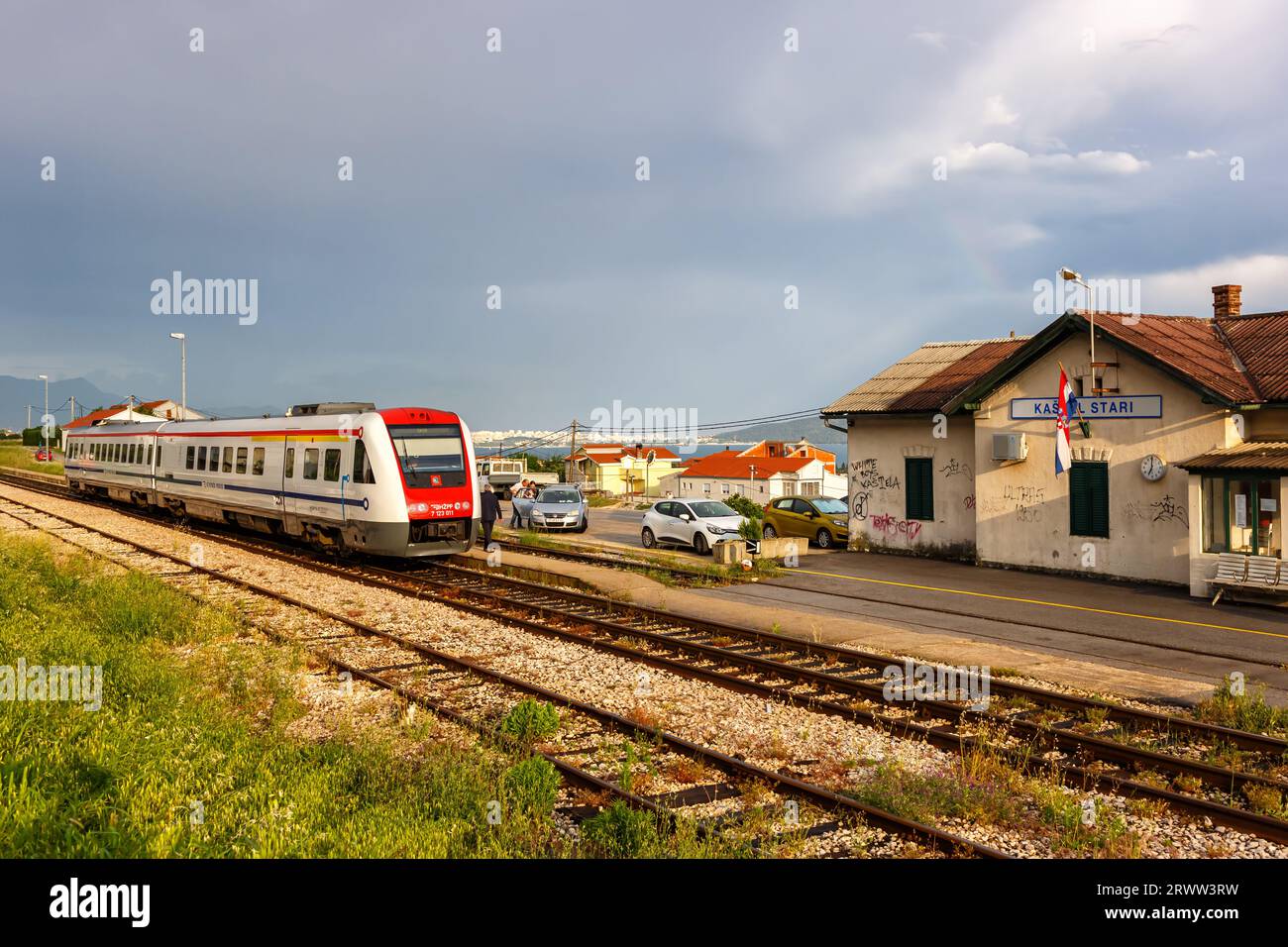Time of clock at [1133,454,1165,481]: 7:00
